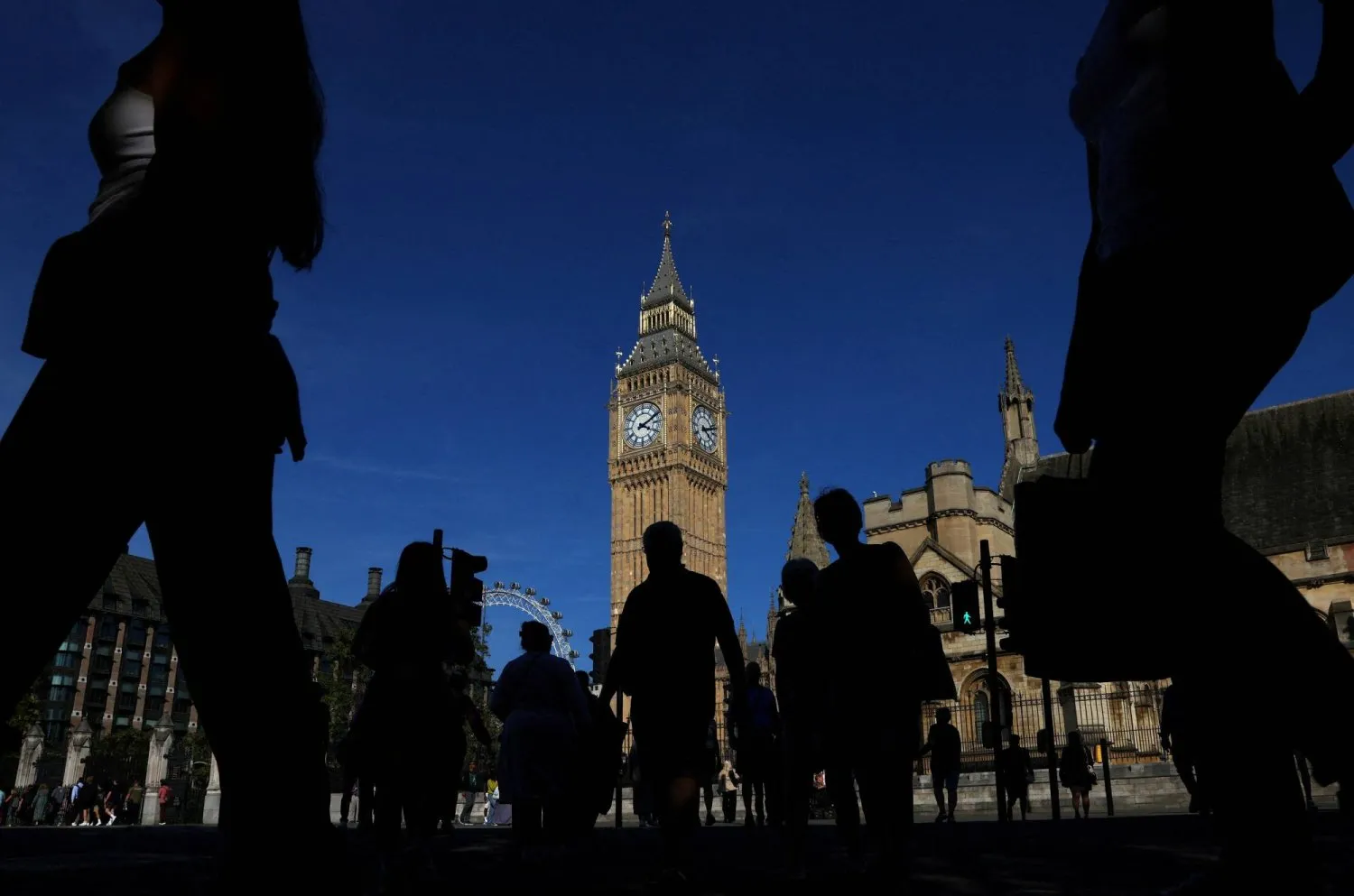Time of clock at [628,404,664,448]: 4:10
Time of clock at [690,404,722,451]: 2:21
